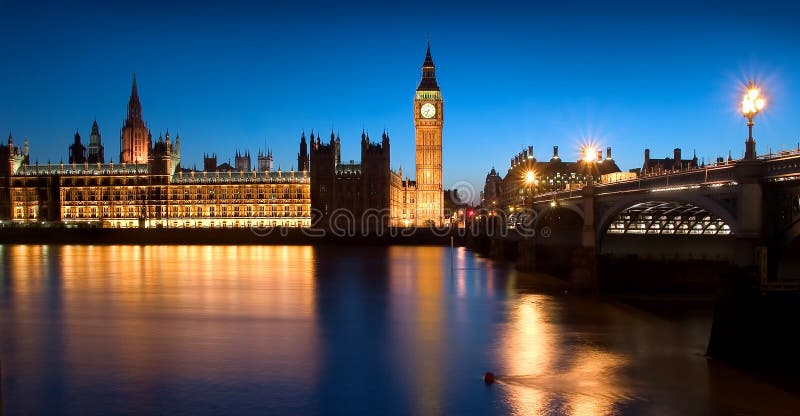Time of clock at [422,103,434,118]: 8:33
